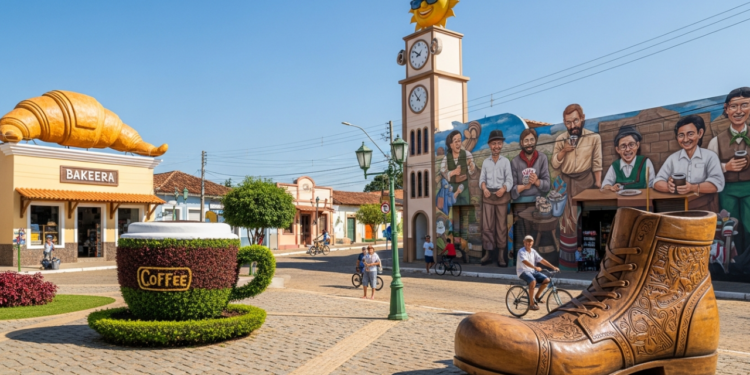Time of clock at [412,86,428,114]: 8:53
